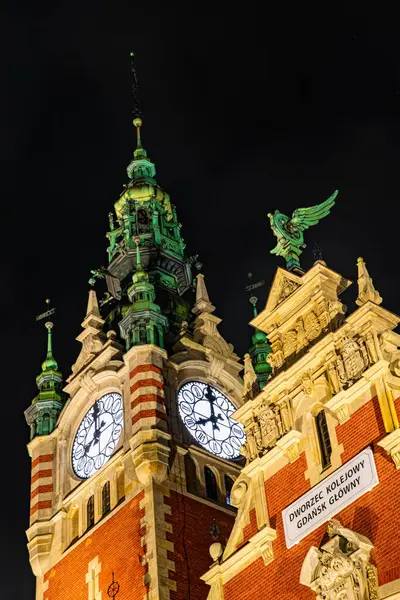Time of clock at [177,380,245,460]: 7:59
